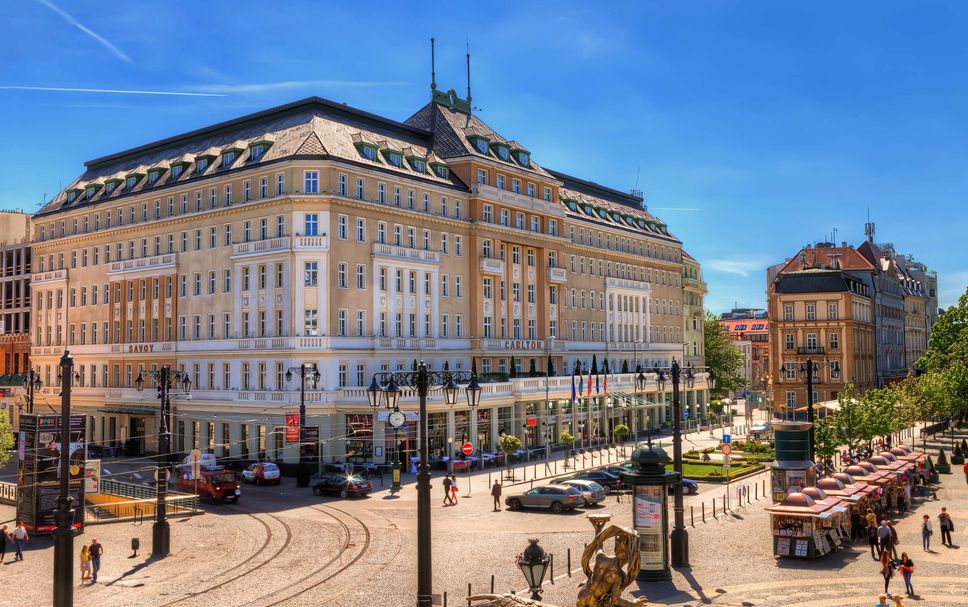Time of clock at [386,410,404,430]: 2:18
